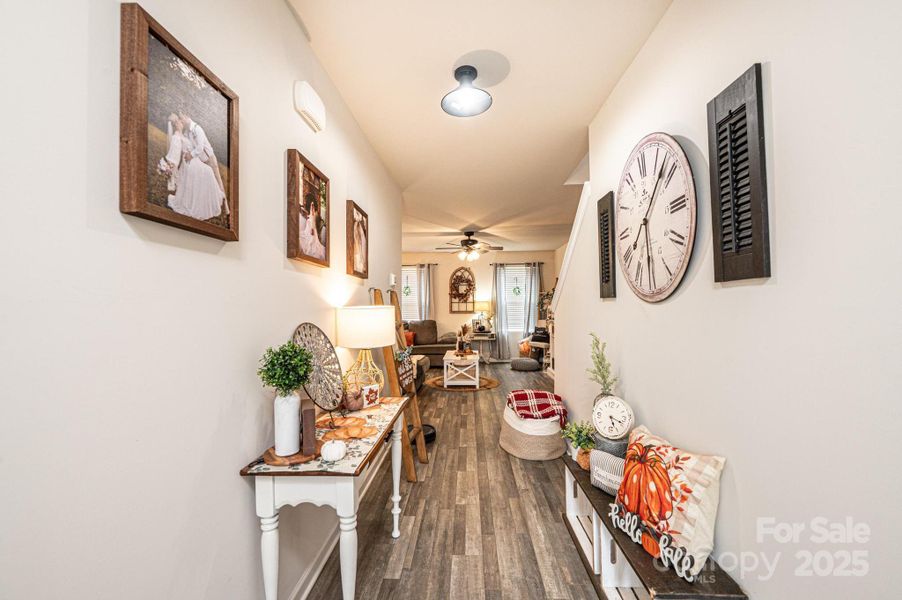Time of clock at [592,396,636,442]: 5:18
